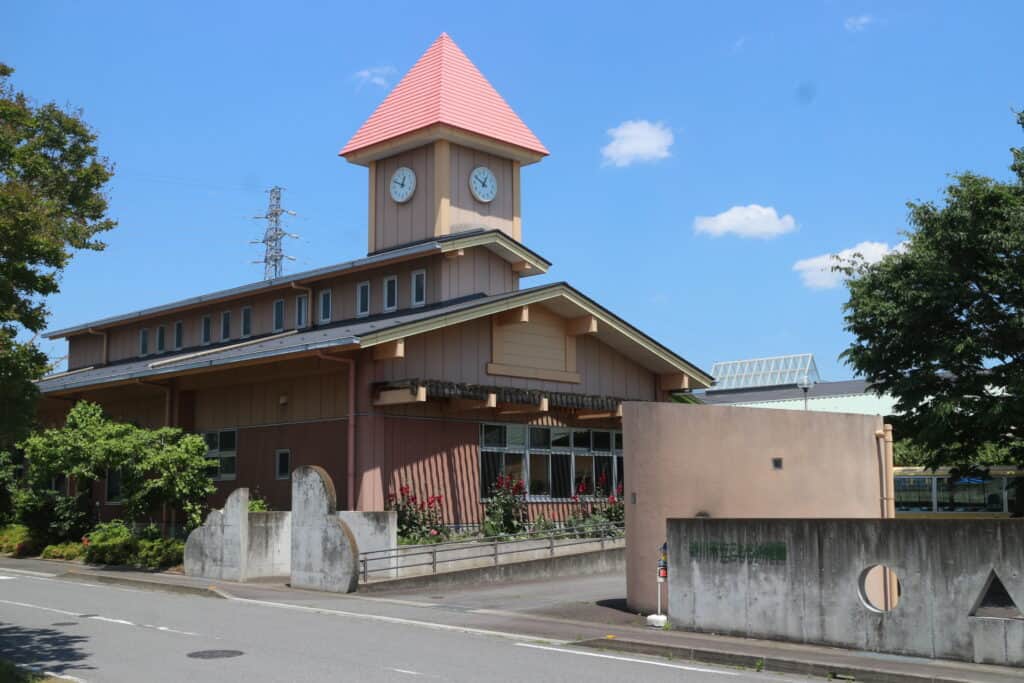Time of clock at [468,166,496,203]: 12:49
